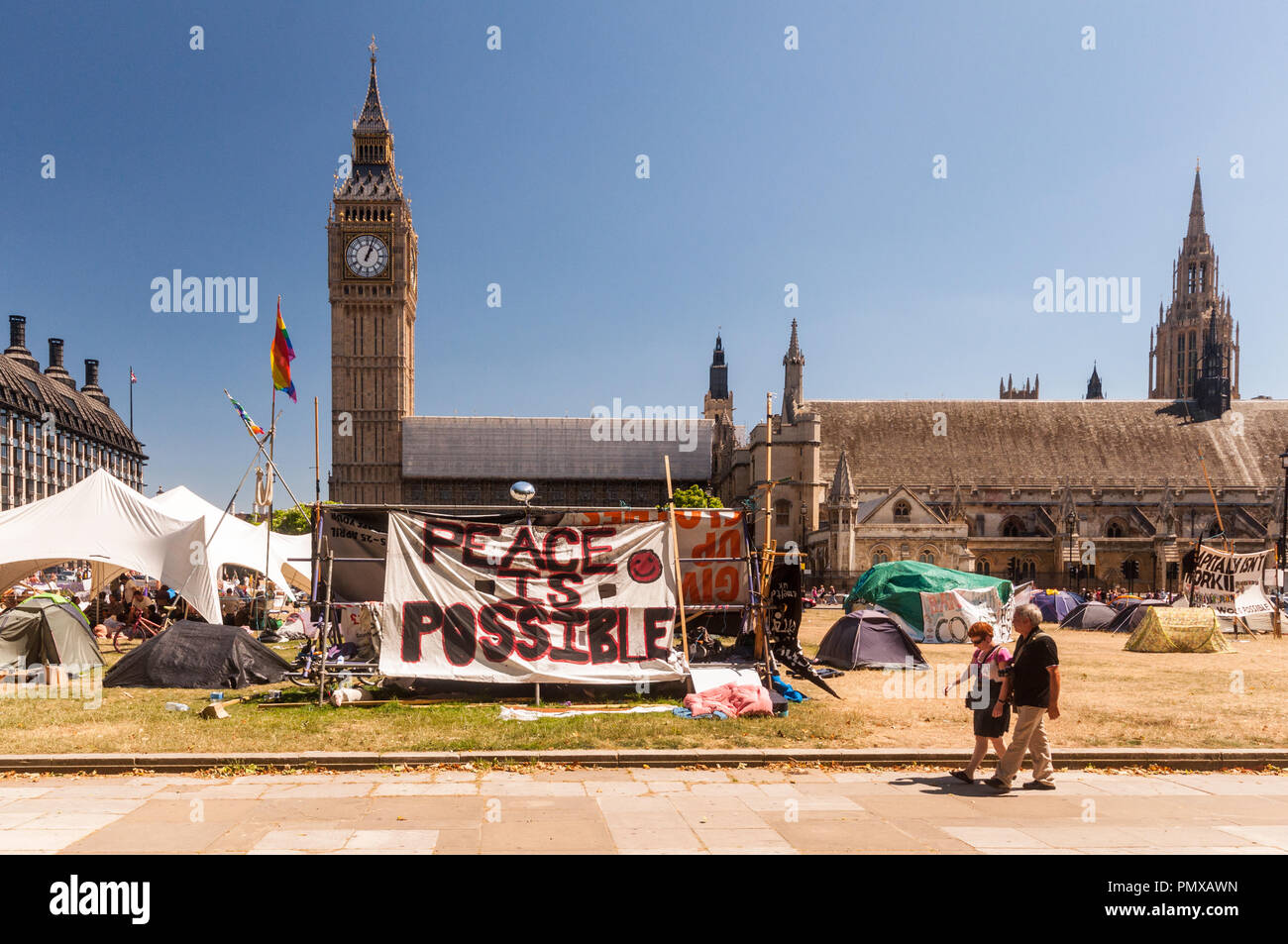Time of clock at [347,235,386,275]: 1:03
